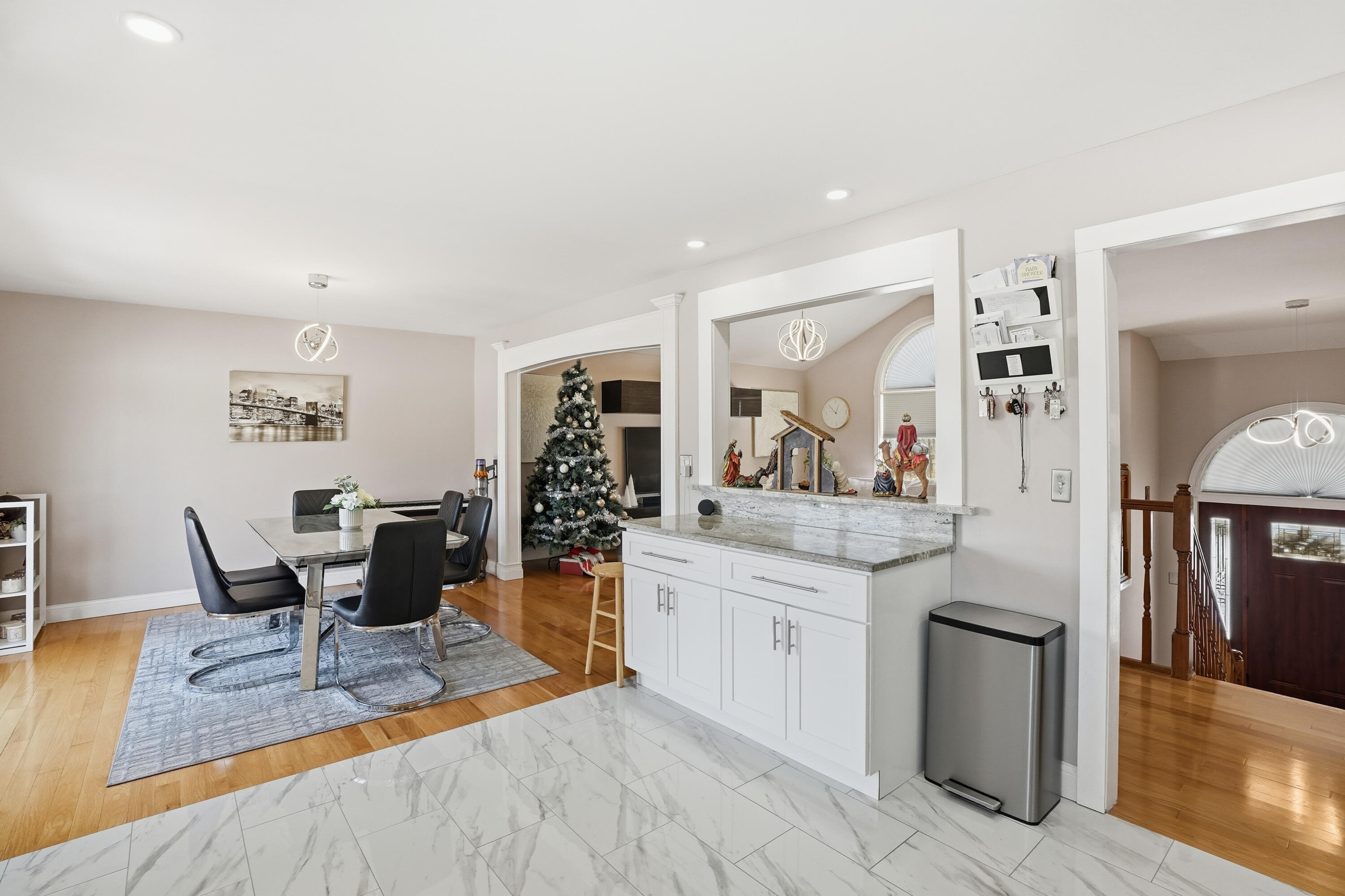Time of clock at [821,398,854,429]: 12:52
